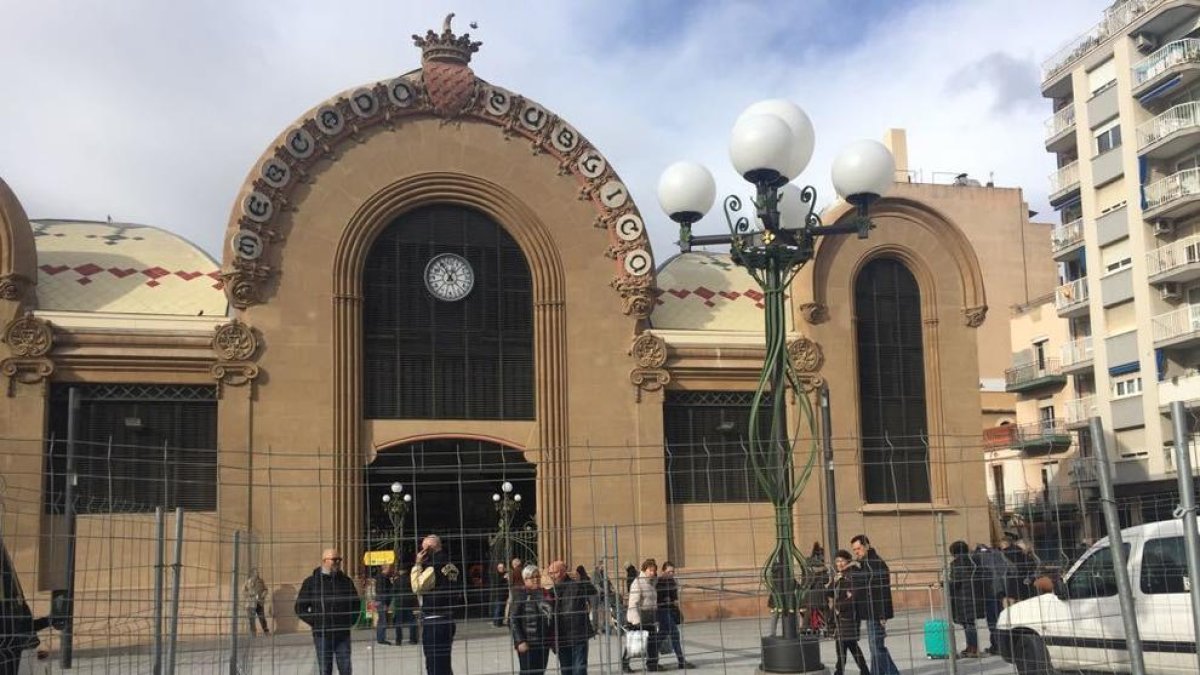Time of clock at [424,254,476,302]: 12:55
